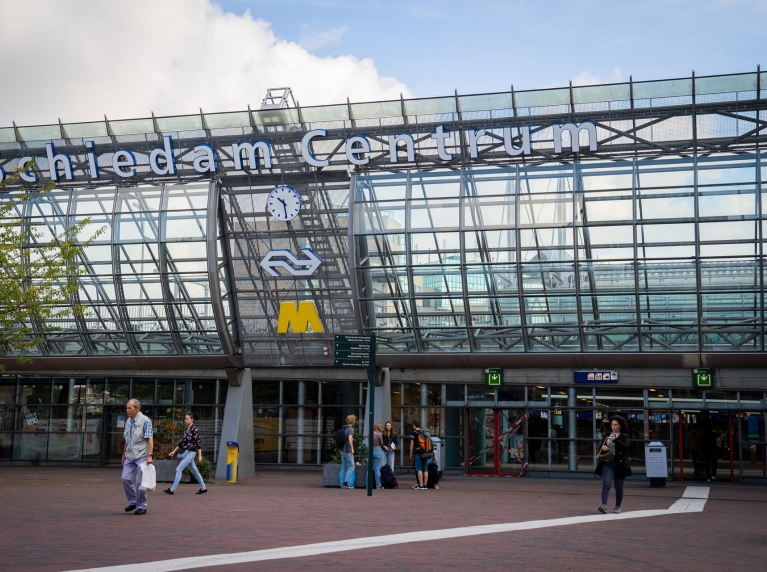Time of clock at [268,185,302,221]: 10:29
